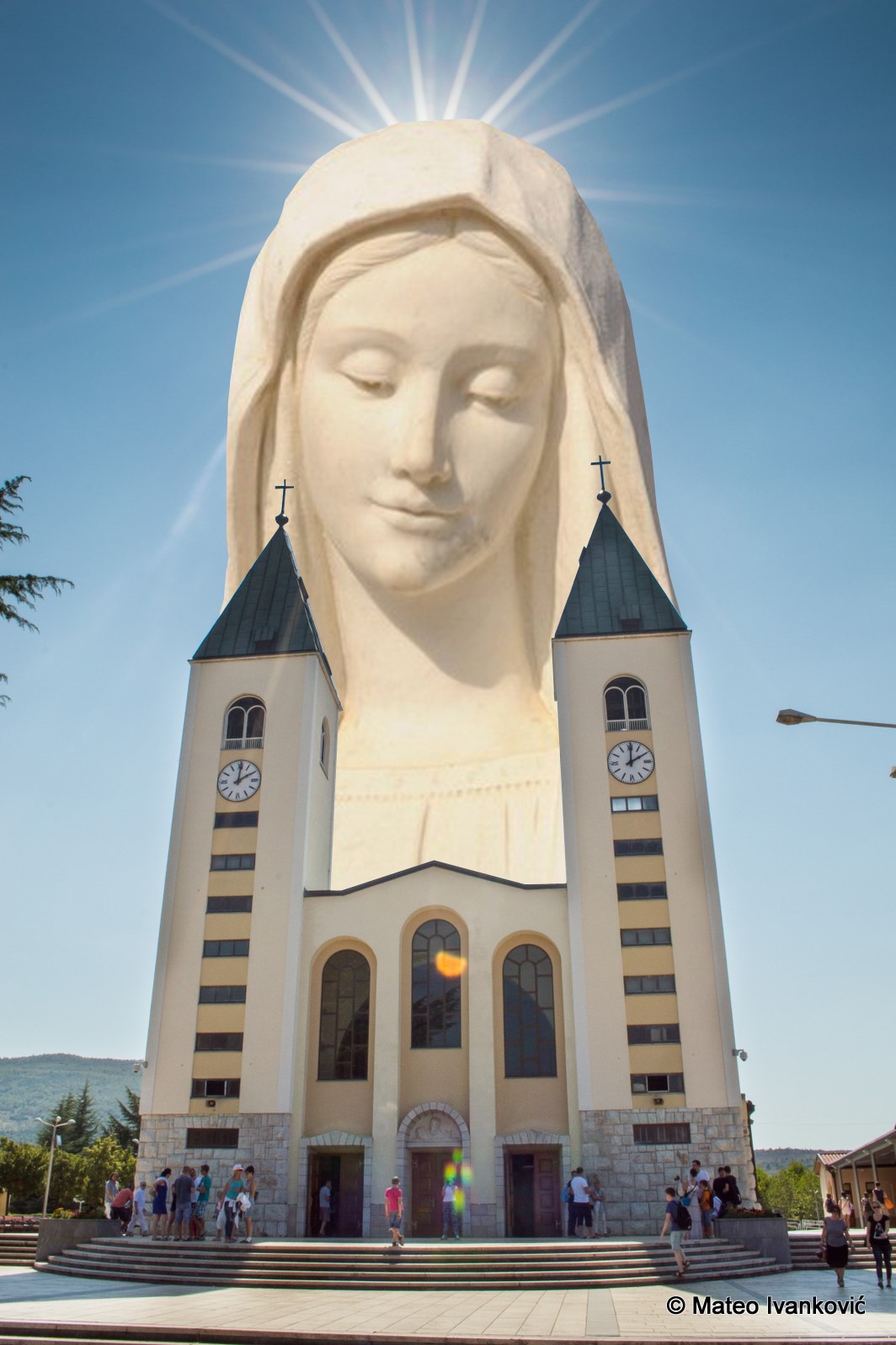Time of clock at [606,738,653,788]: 2:00
